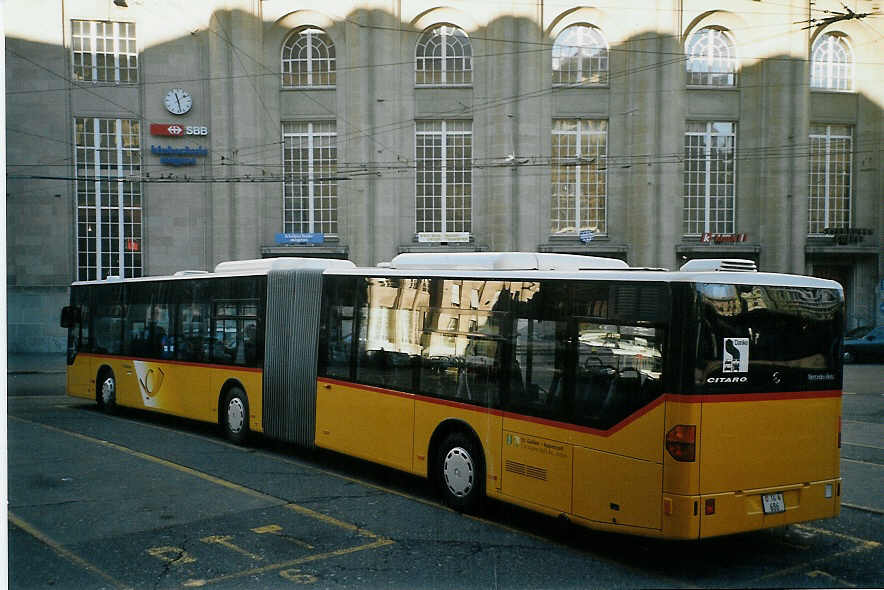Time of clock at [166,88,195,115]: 11:28
